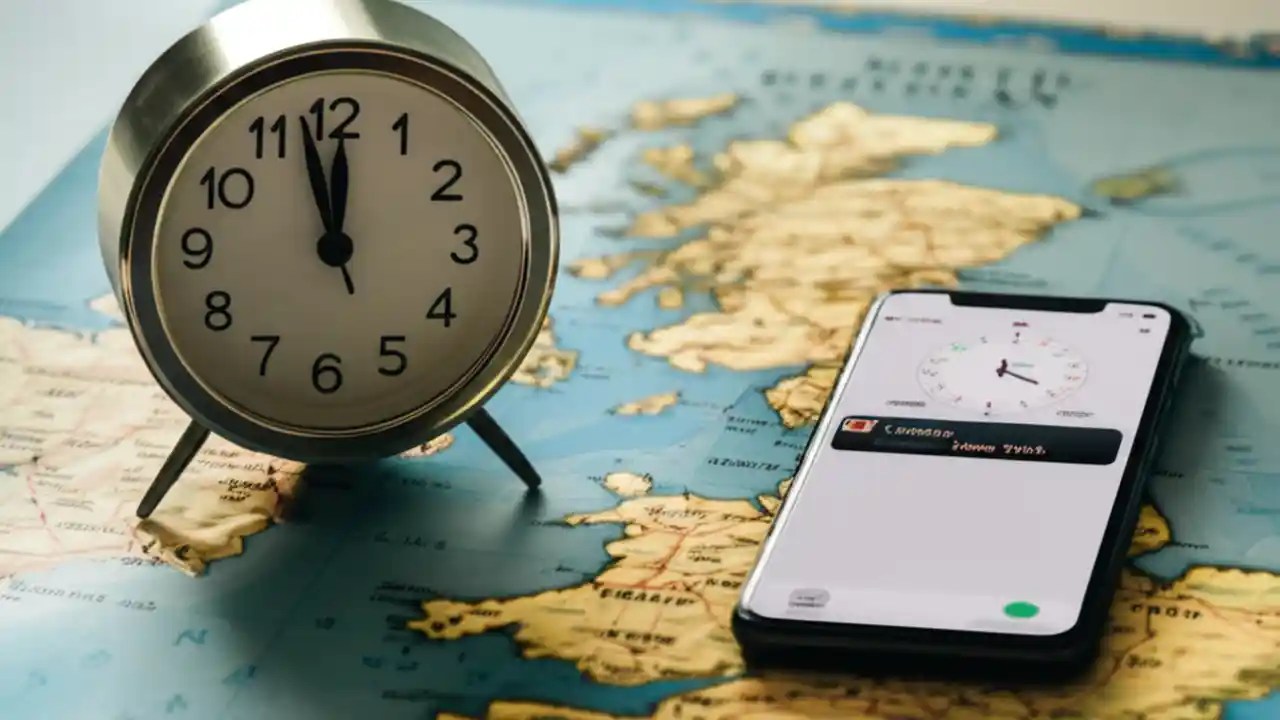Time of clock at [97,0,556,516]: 11:57
